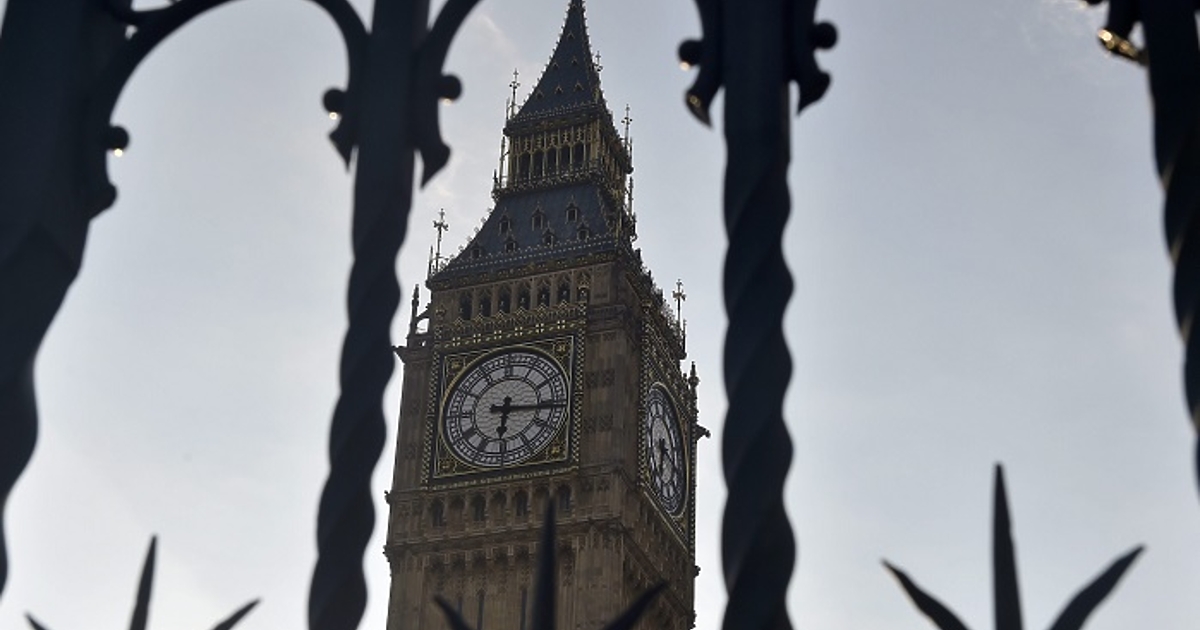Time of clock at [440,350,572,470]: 6:15
